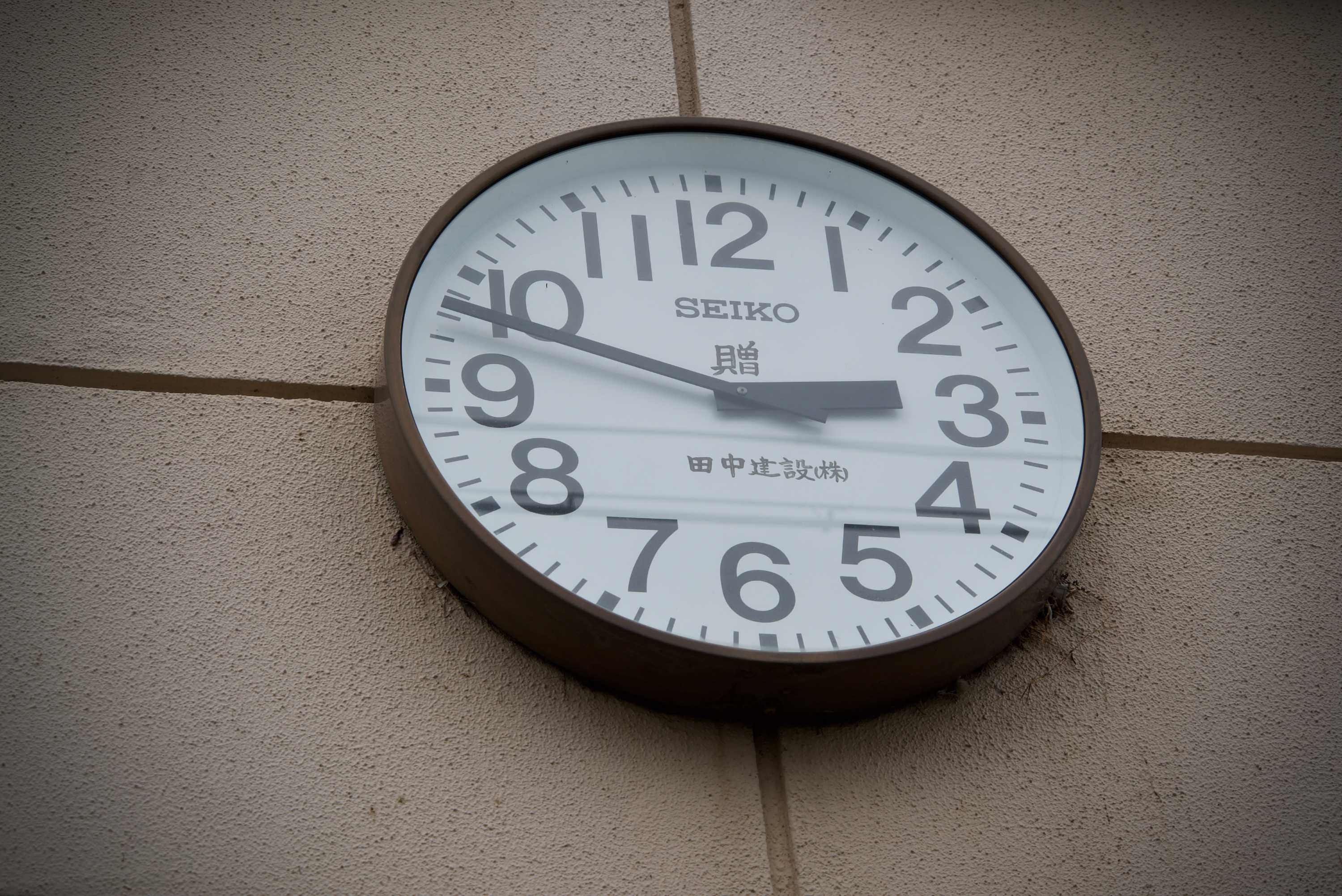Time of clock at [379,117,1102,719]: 2:48
